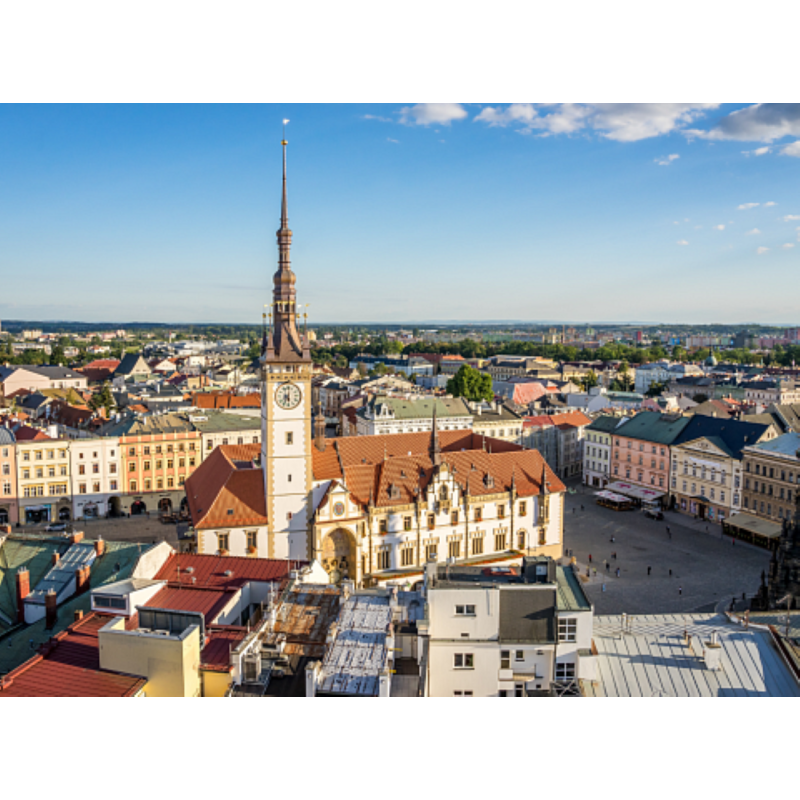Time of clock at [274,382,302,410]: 5:34
